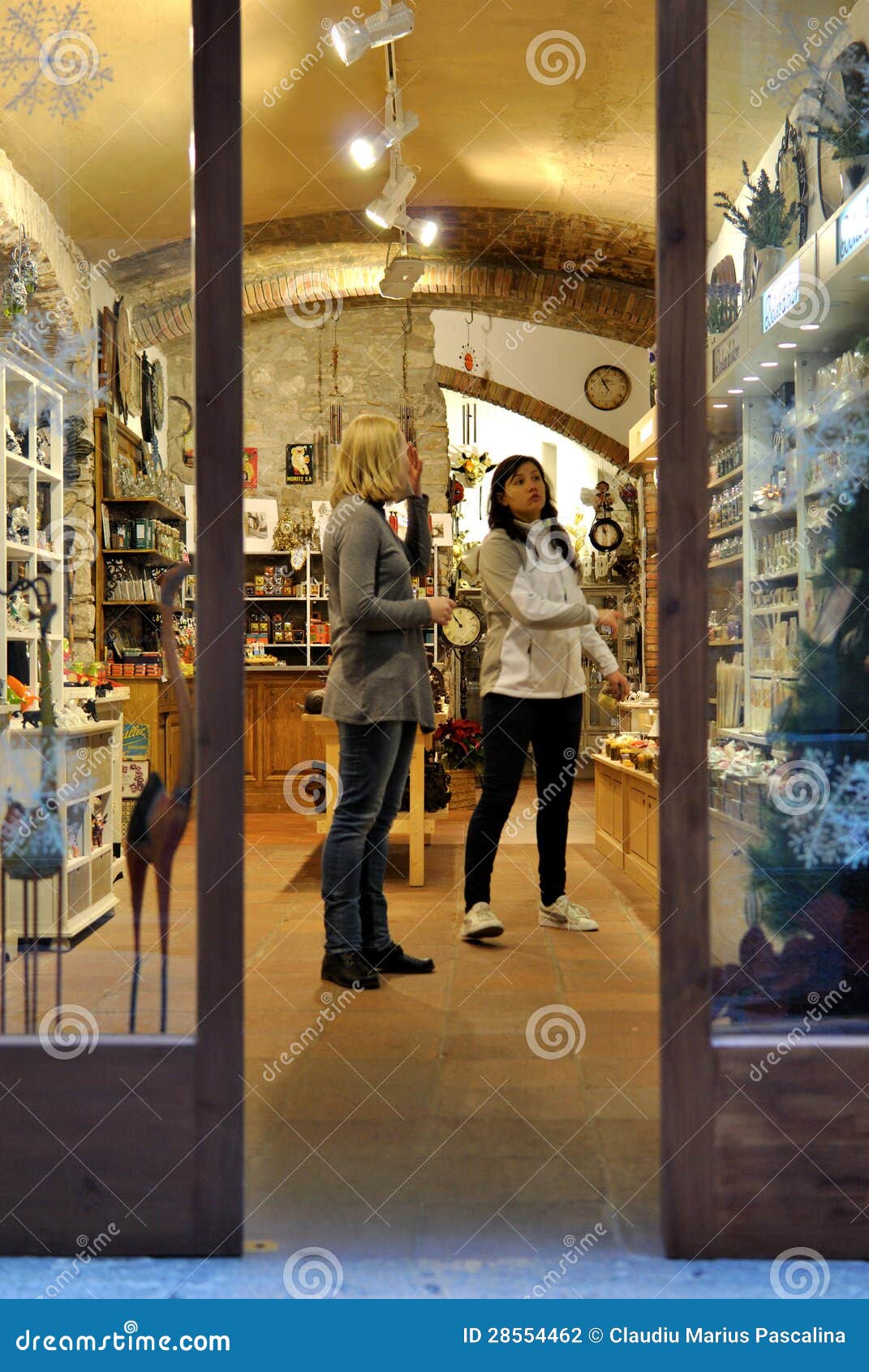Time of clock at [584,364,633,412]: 10:55
